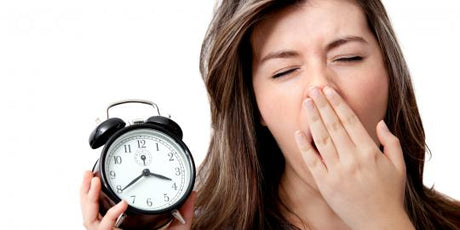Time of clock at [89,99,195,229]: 3:39
